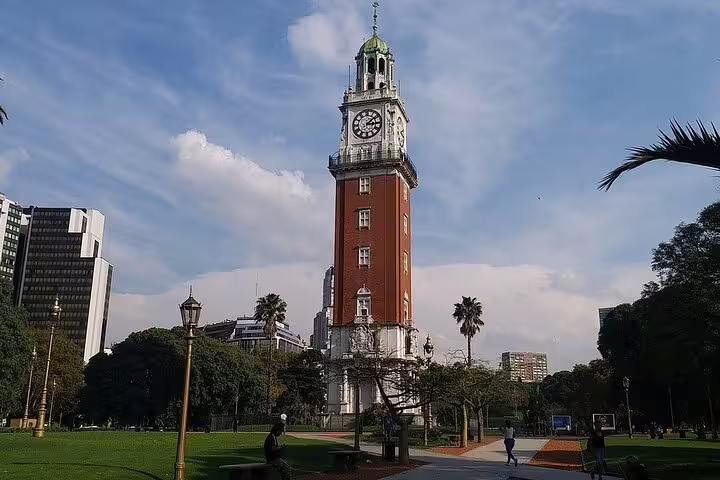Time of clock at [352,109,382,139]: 3:08
